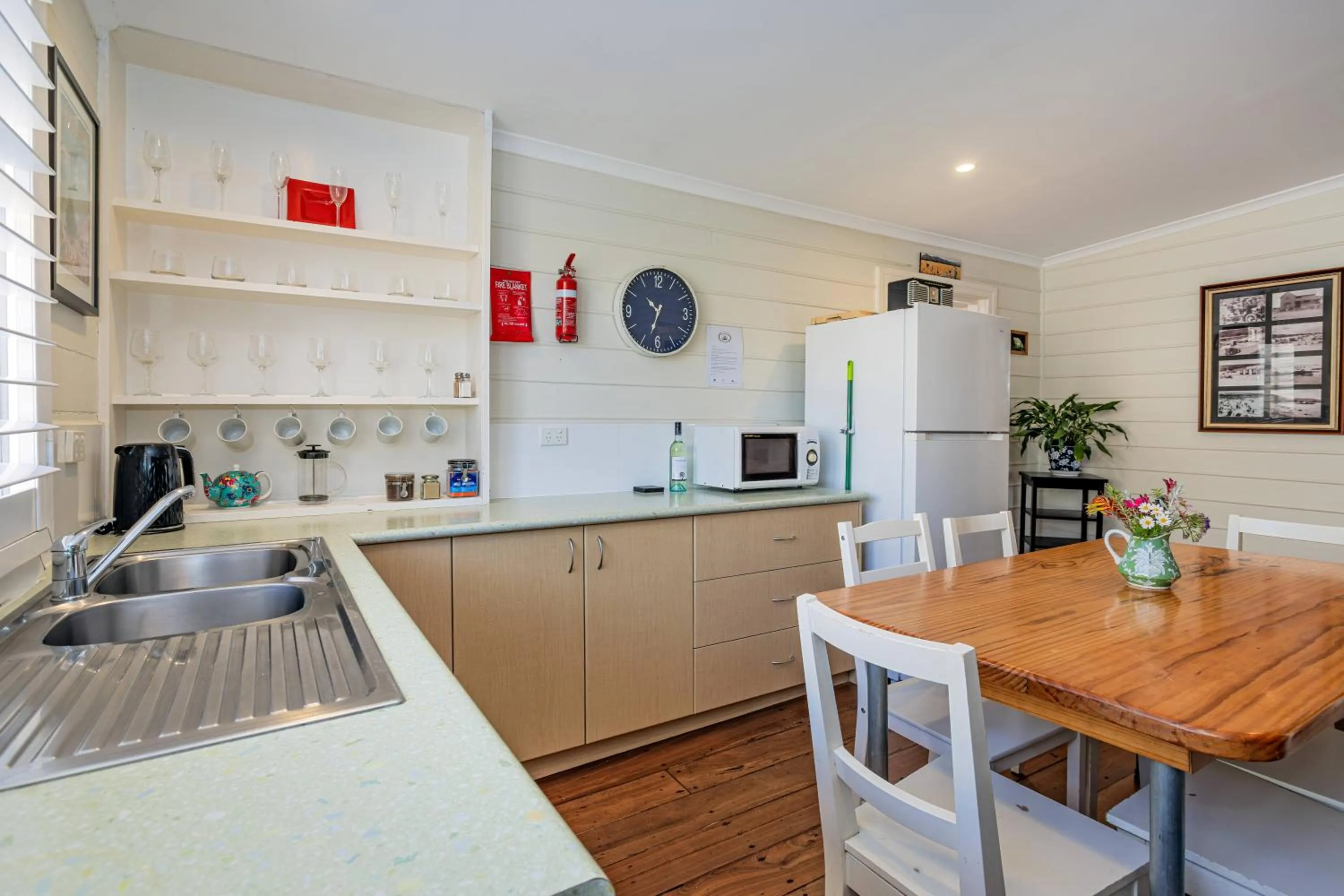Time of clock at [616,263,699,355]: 10:33
